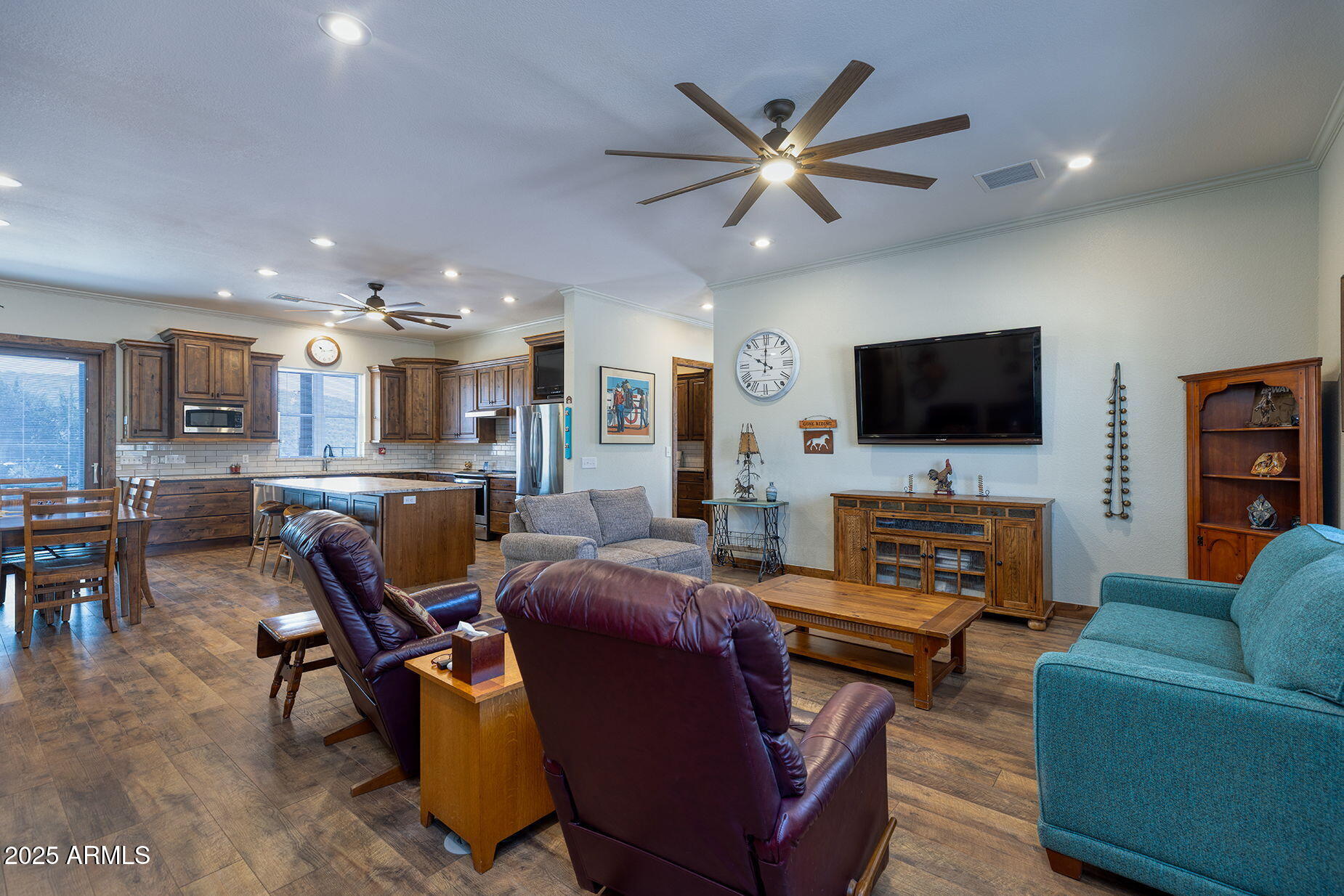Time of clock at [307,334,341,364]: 10:13
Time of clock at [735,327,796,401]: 10:00
